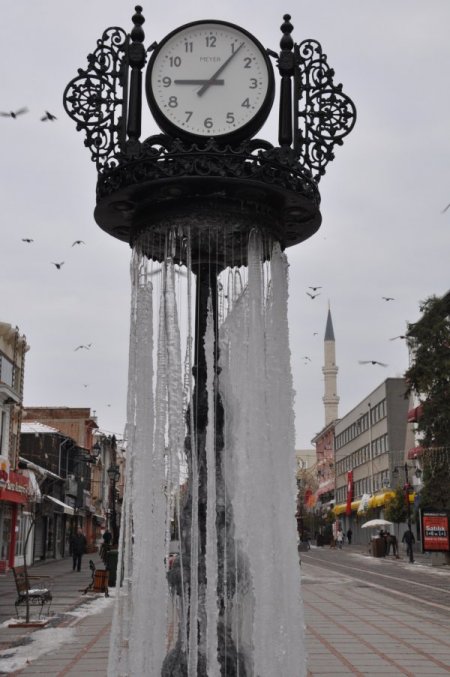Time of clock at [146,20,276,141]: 9:06
